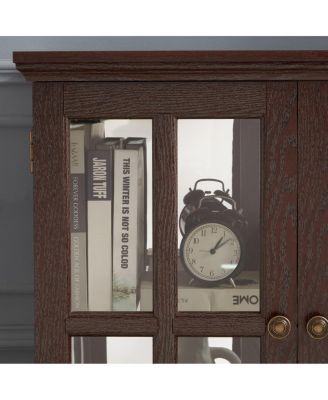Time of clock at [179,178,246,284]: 1:08
